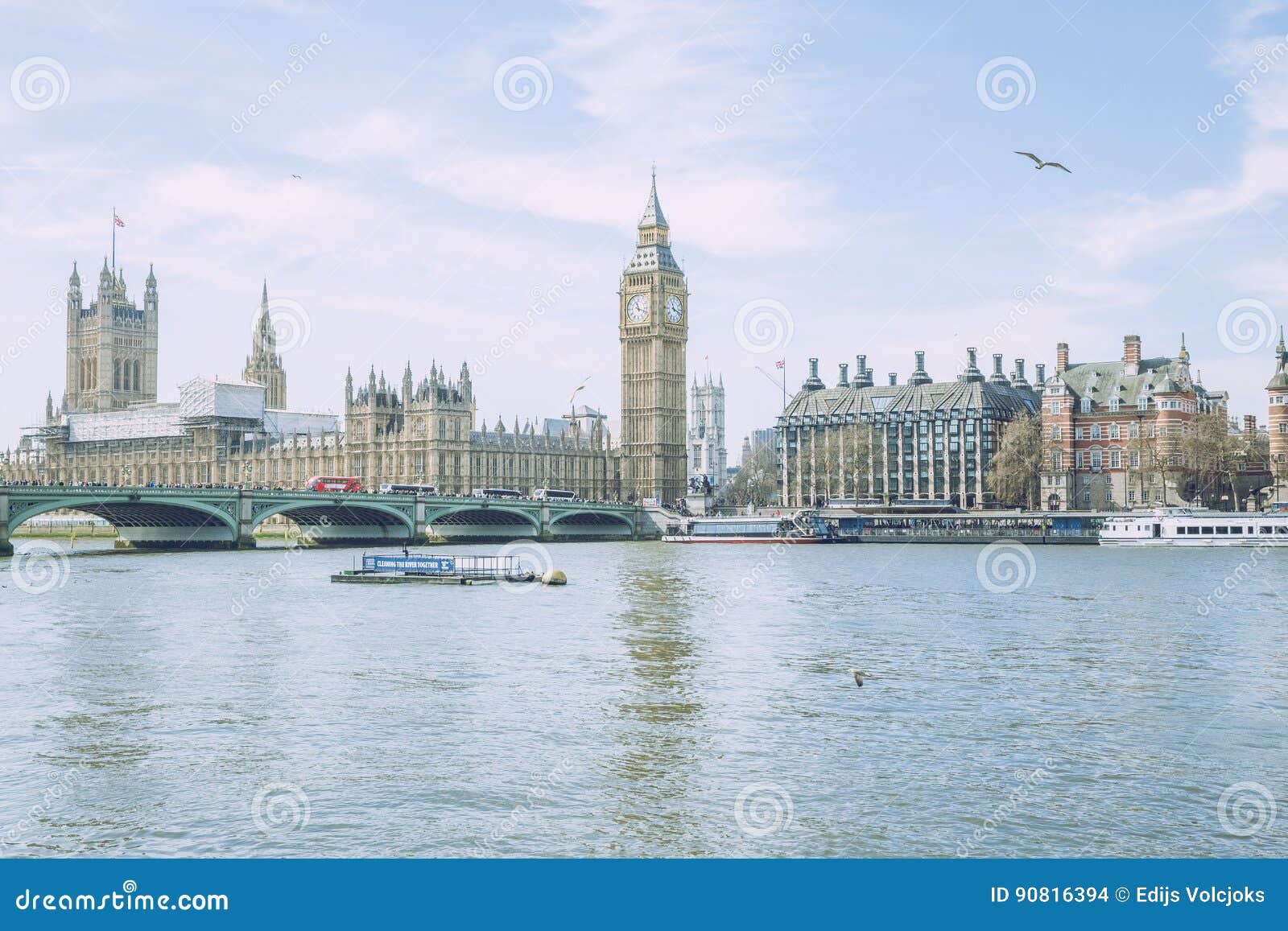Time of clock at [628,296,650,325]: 11:18
